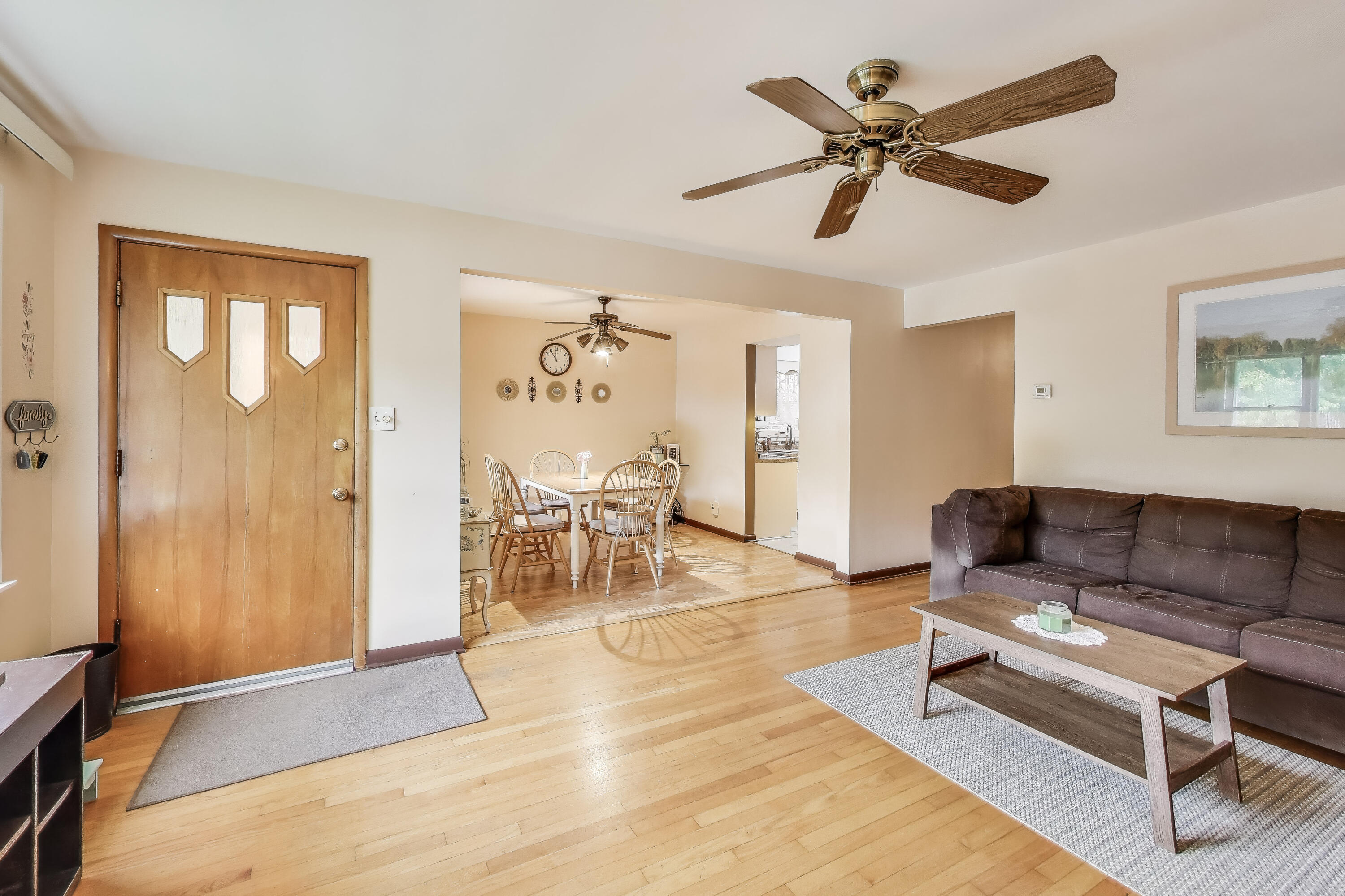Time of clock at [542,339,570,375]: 11:00
